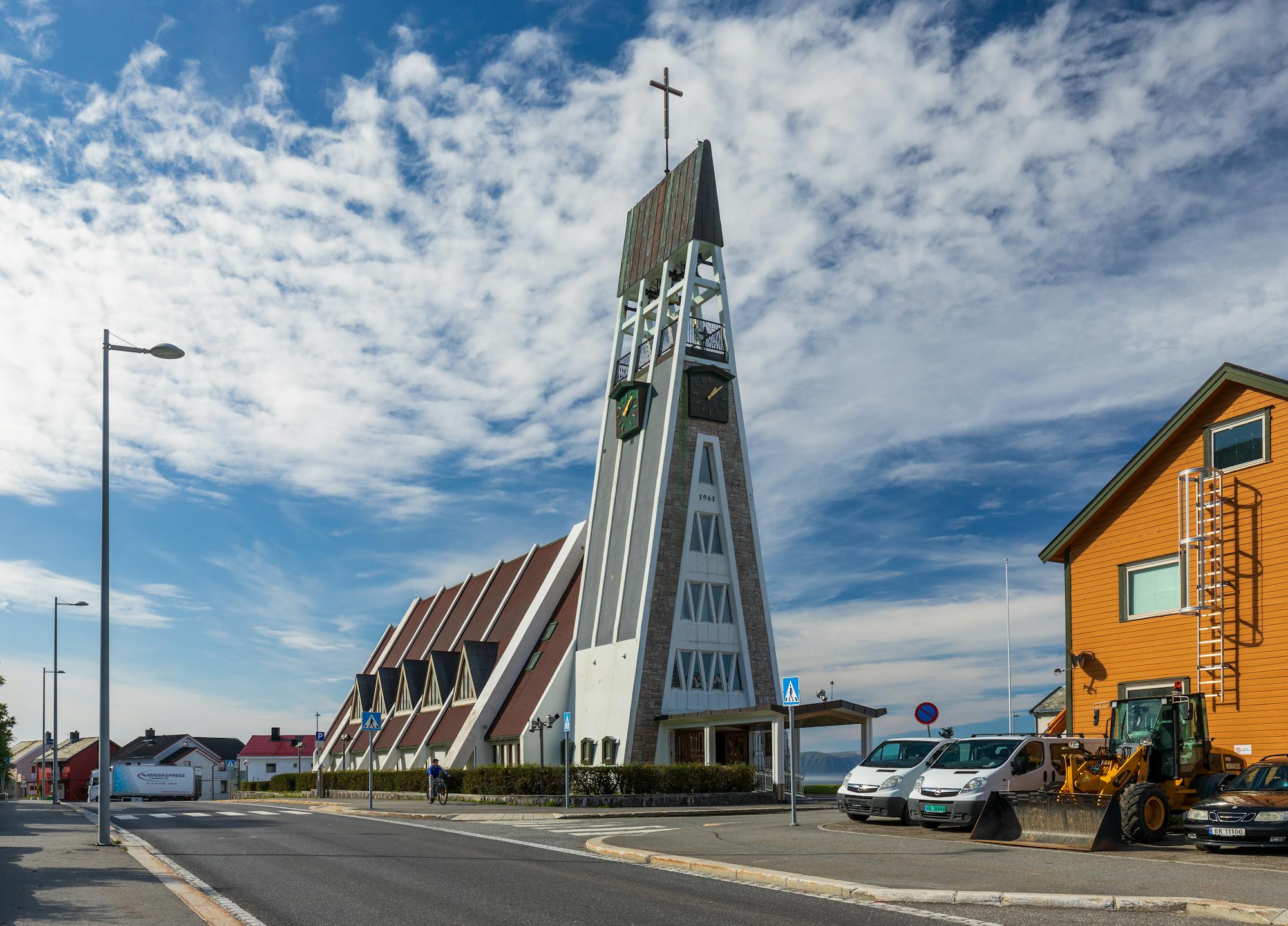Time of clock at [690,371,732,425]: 1:08
